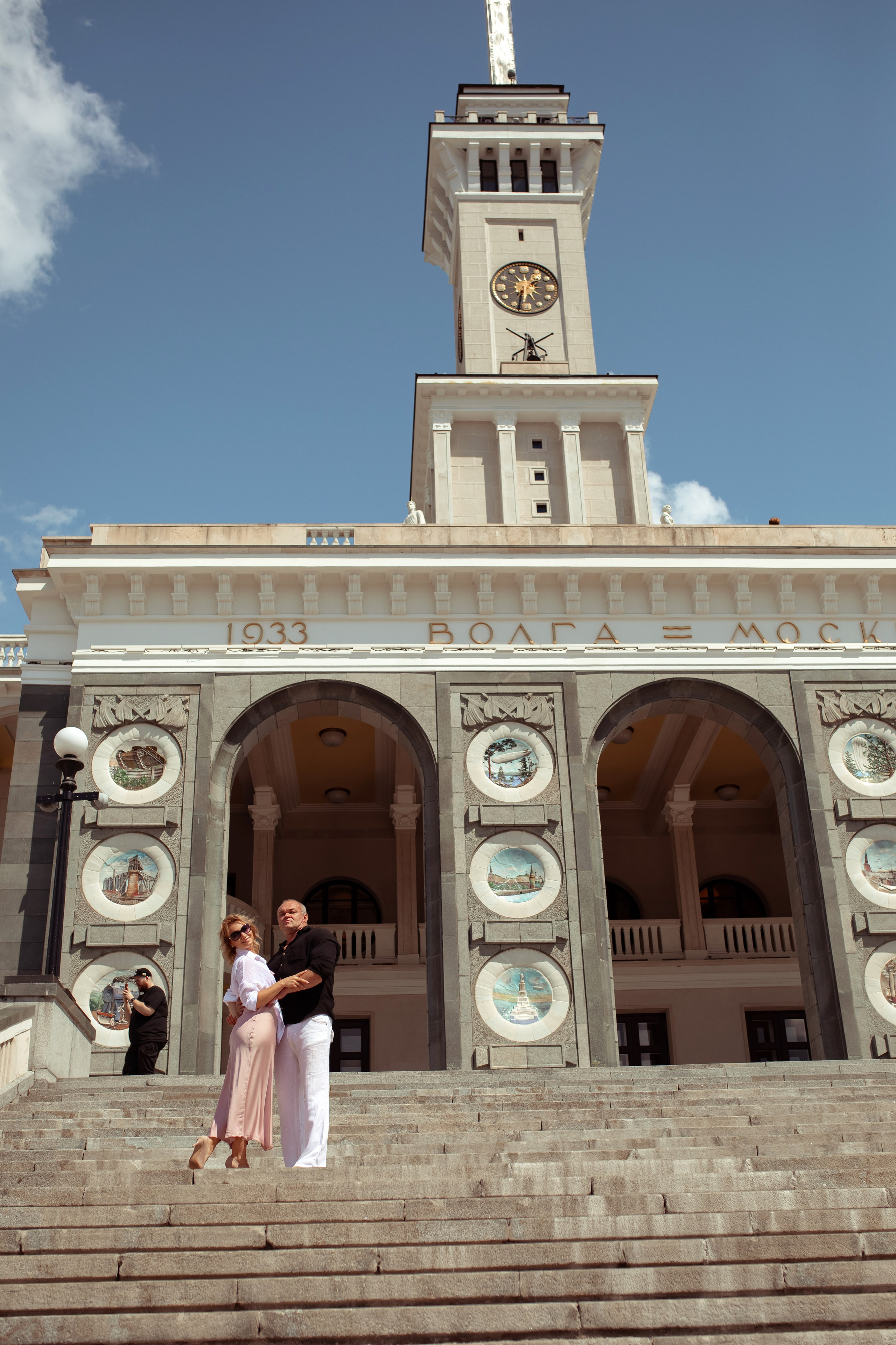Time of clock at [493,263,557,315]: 1:32
